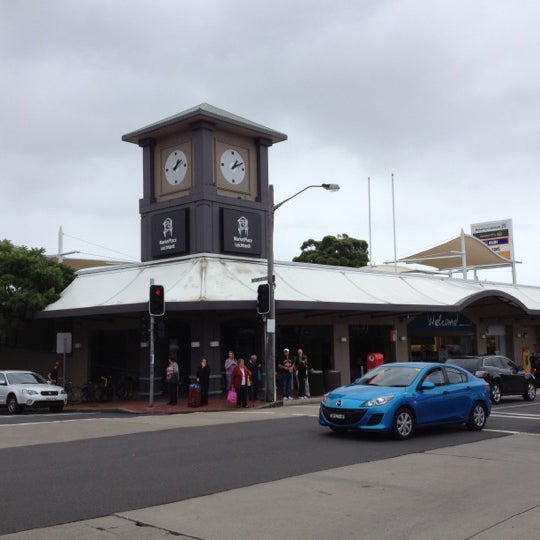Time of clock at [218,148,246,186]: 1:10
